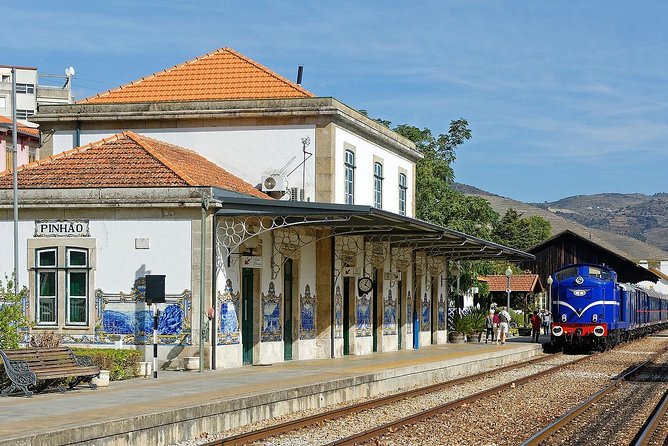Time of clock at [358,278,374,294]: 4:04
